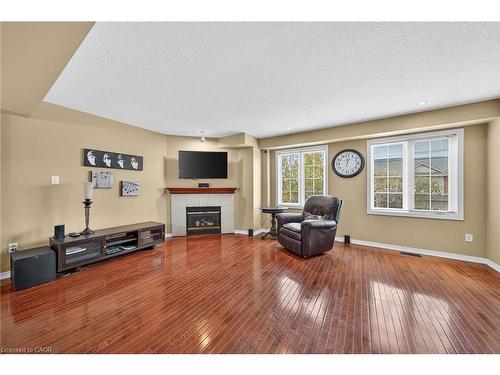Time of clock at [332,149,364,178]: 12:02
